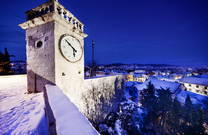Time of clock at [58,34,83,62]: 5:51
